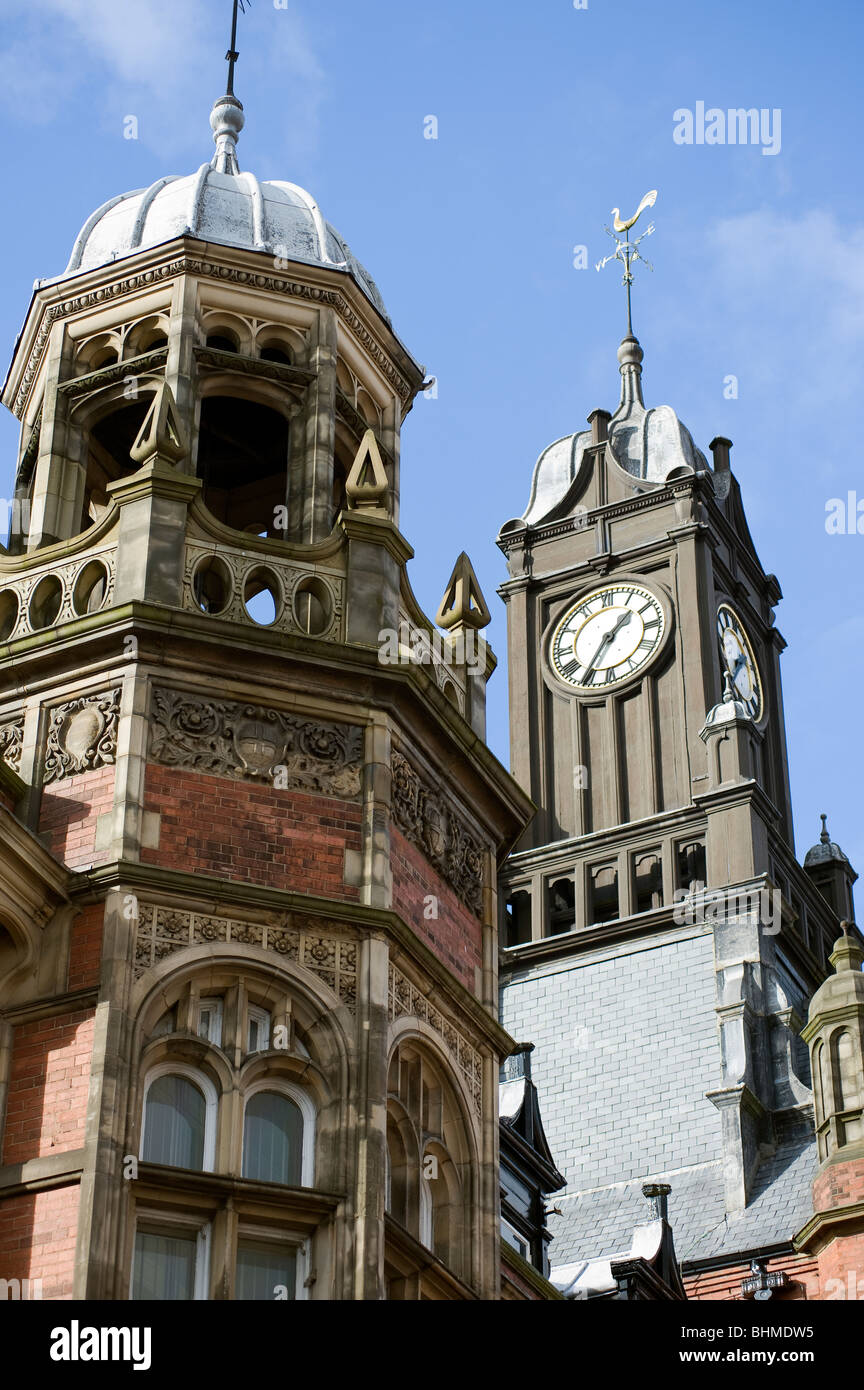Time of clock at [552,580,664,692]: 1:35
